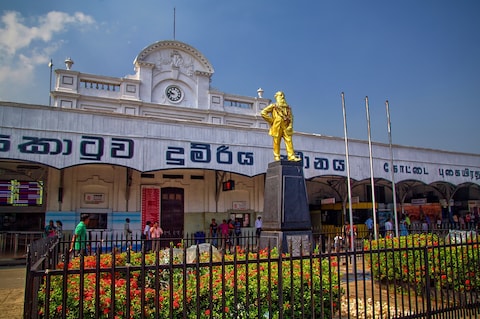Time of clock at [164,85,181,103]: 9:43
